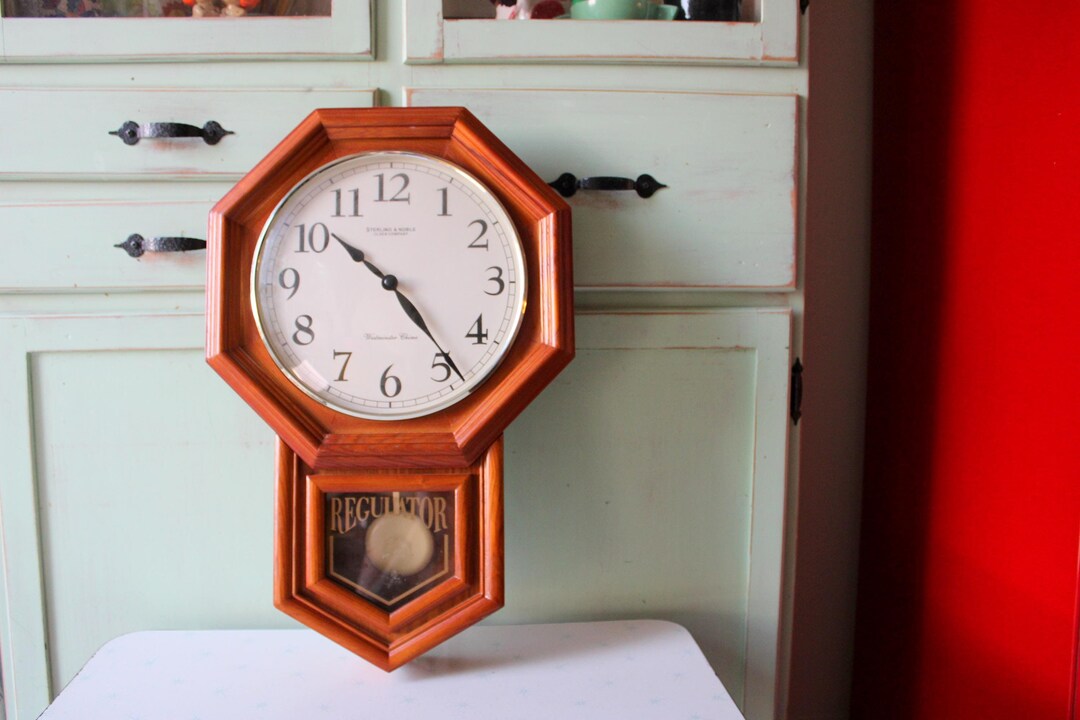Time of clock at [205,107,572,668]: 10:23
